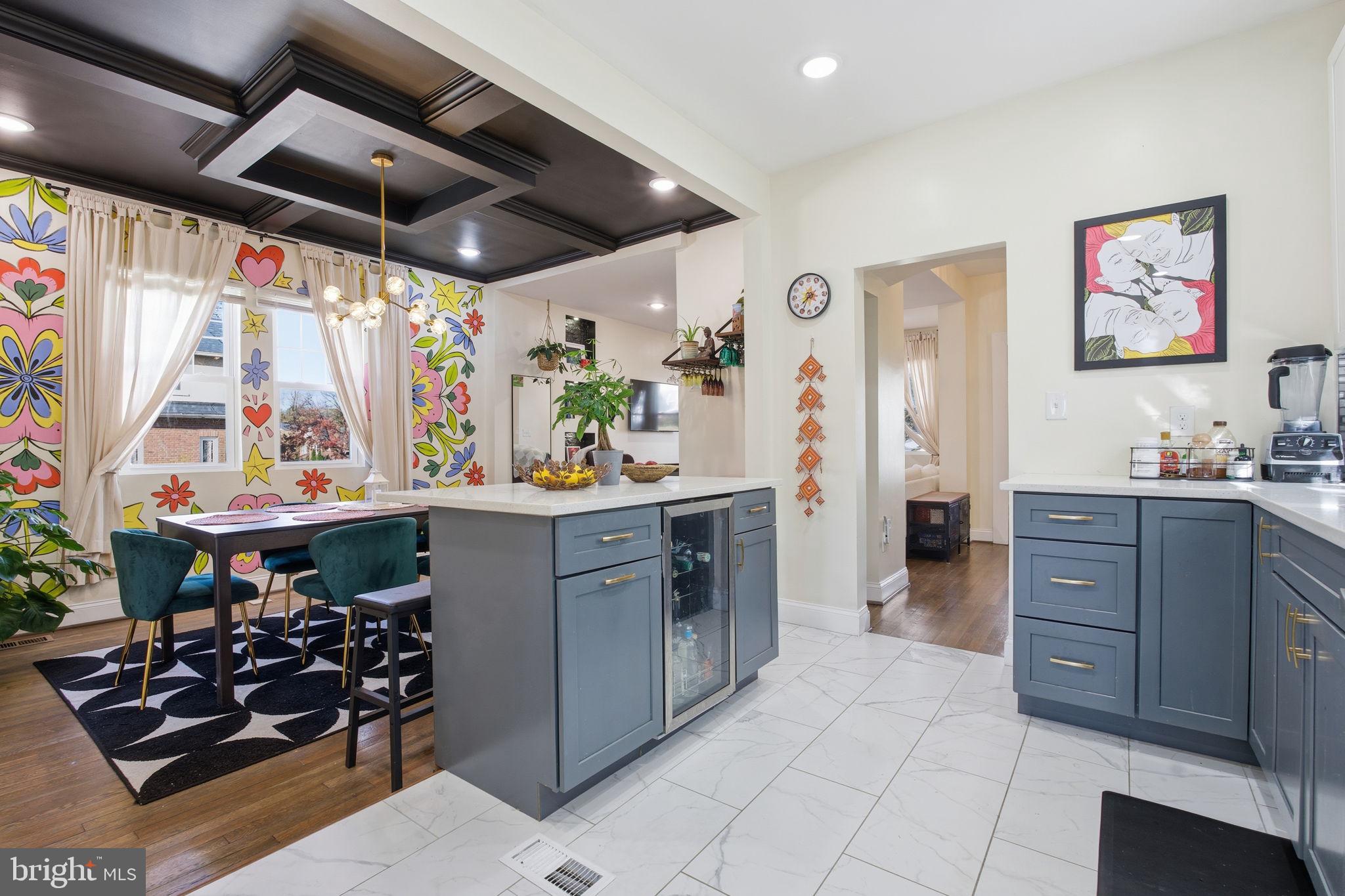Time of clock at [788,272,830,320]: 7:34
